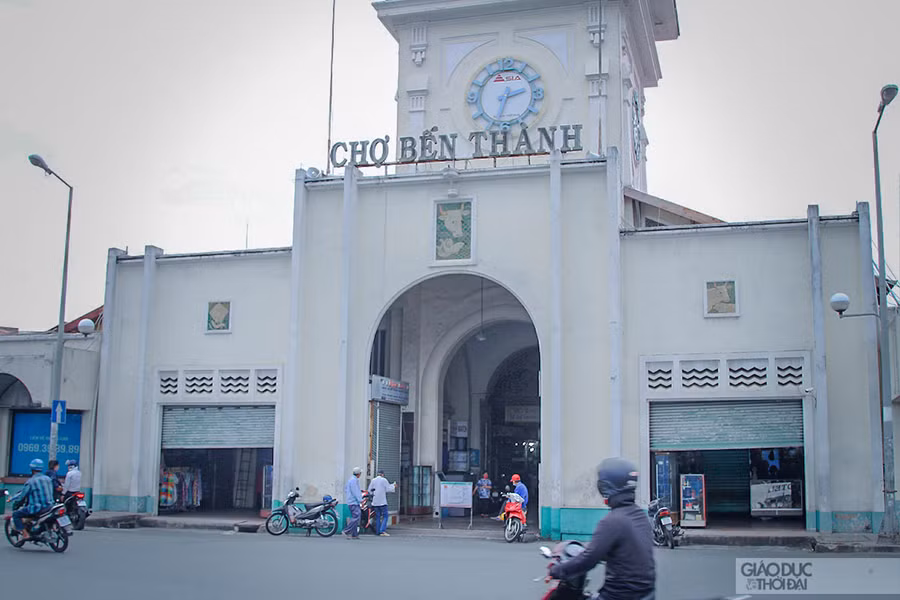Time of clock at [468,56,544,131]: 2:32
